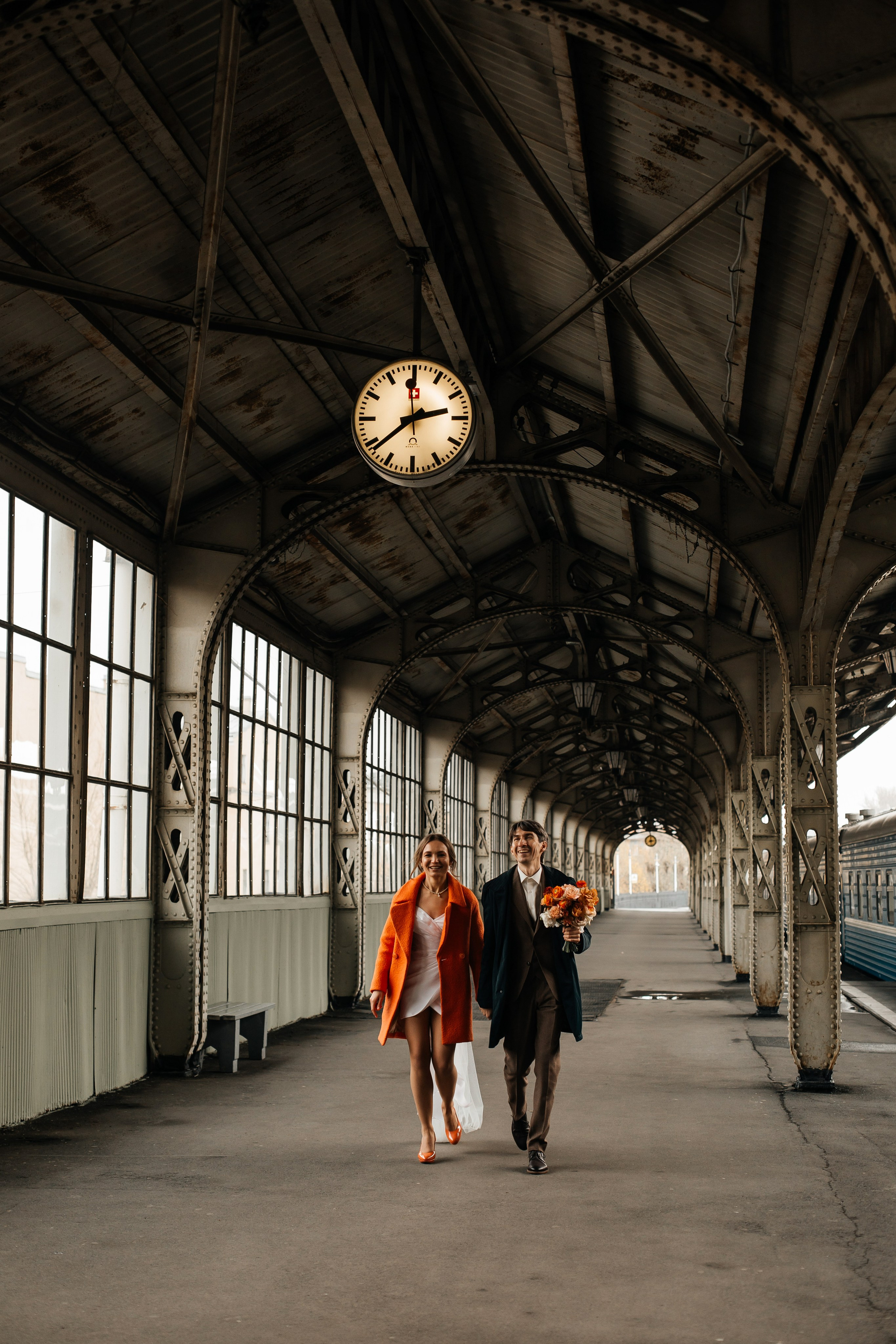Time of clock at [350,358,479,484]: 2:38
